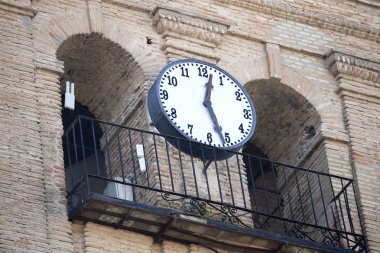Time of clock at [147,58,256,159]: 12:26
